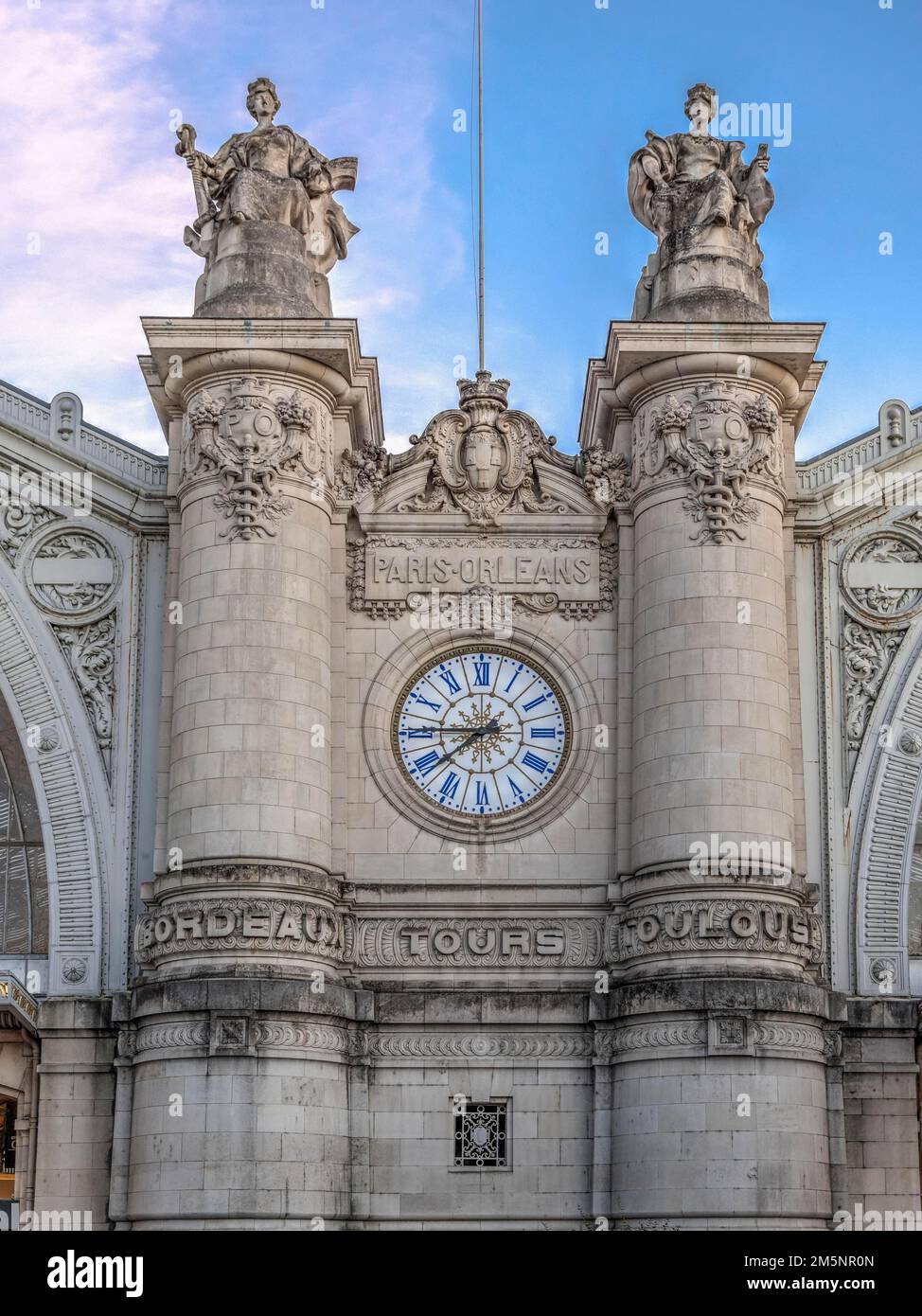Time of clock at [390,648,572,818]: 7:45
